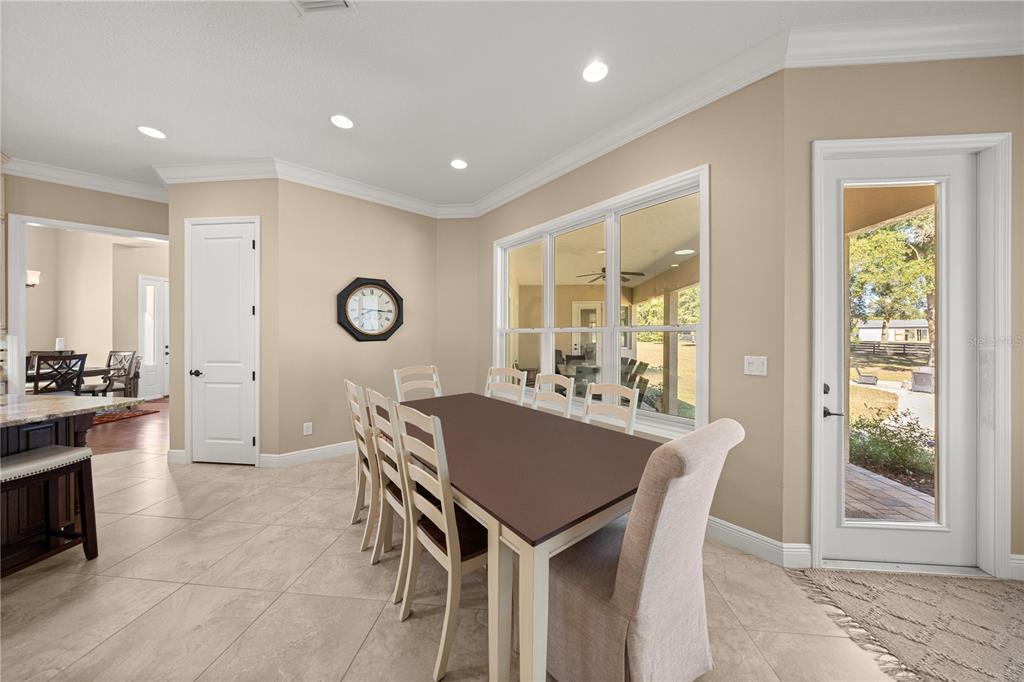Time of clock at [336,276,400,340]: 8:15
